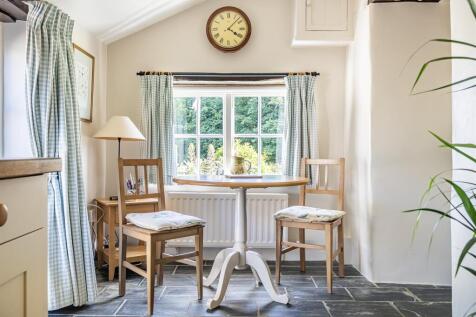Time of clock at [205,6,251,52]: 4:07
